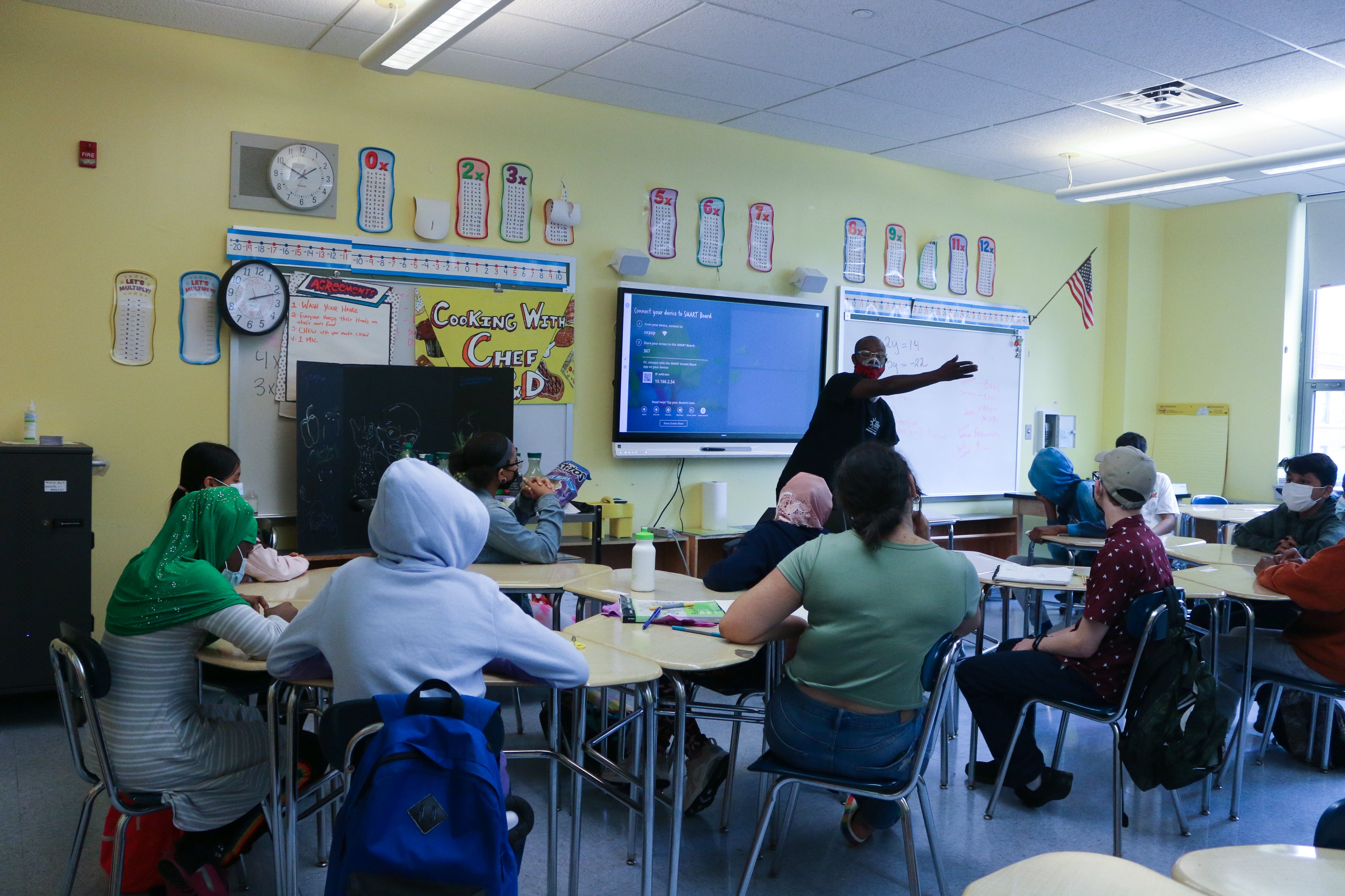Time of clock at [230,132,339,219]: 1:49
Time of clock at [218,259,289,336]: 2:11
